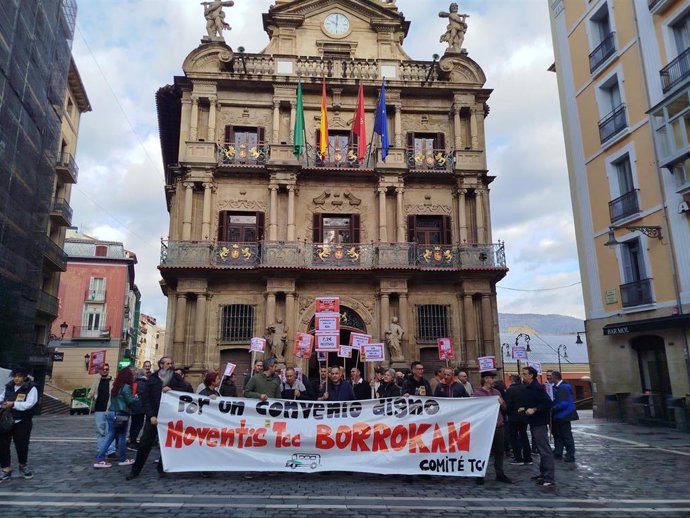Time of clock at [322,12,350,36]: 10:00
